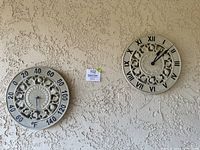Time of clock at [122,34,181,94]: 1:08
